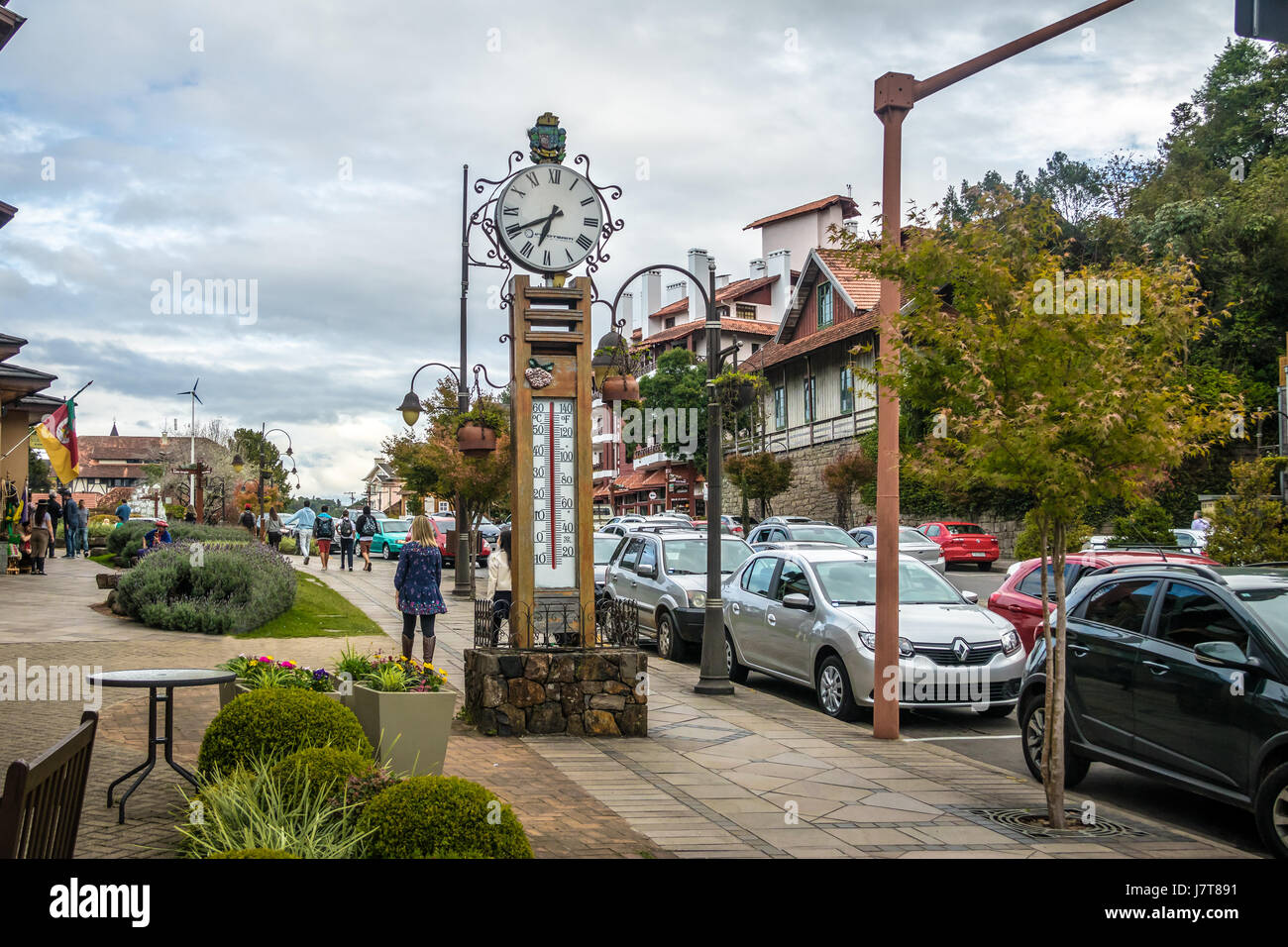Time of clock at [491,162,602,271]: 6:40
